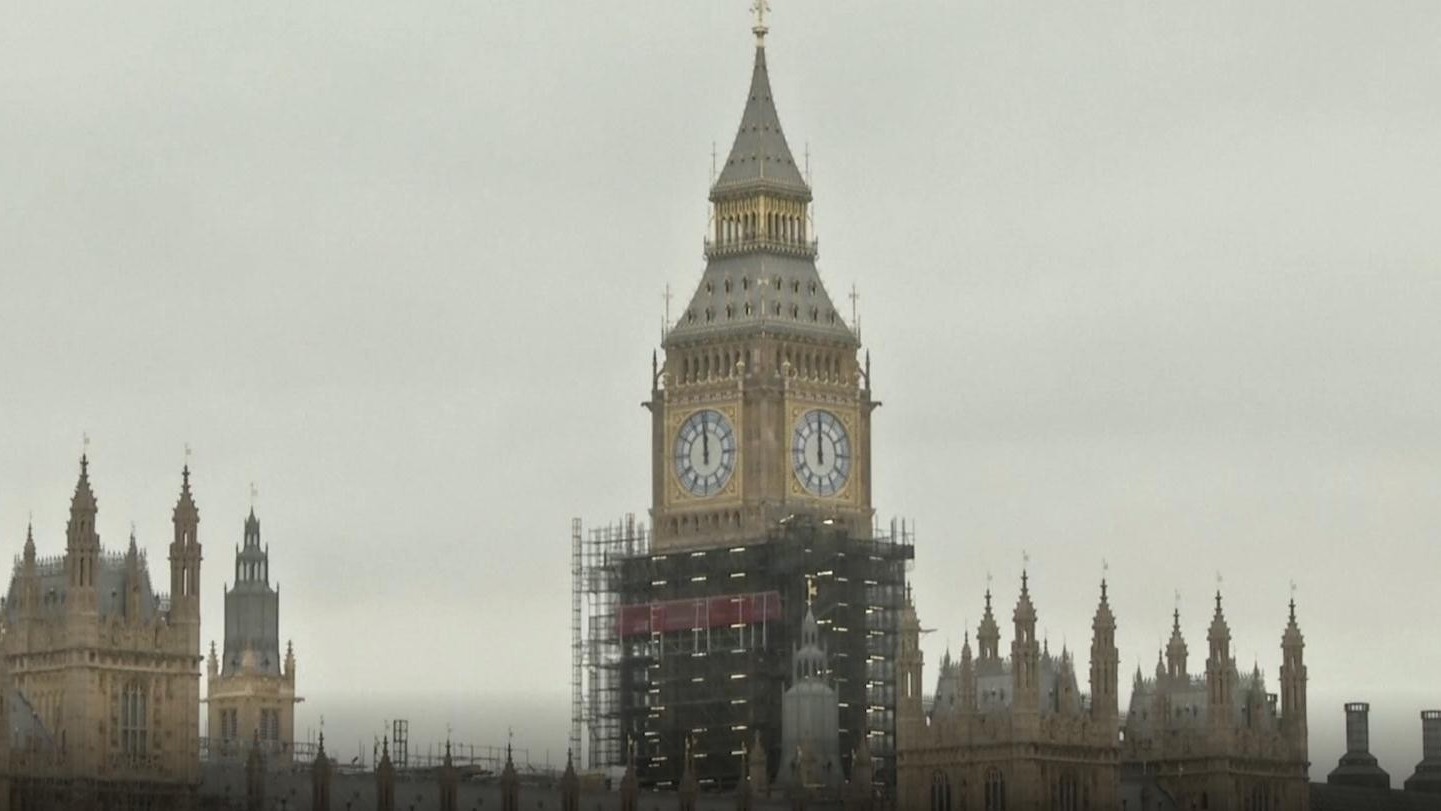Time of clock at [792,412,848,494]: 11:59
